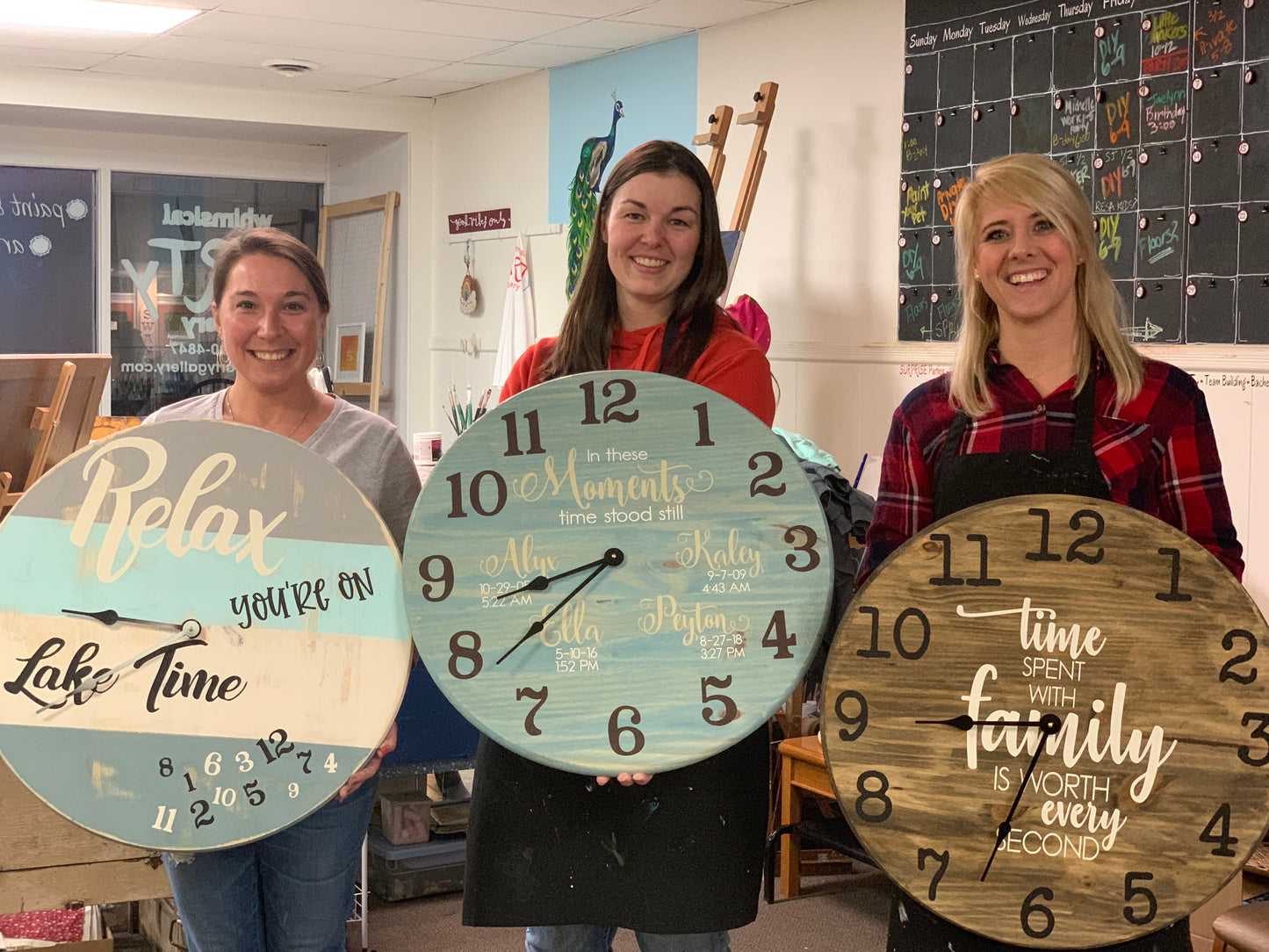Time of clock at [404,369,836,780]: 8:38
